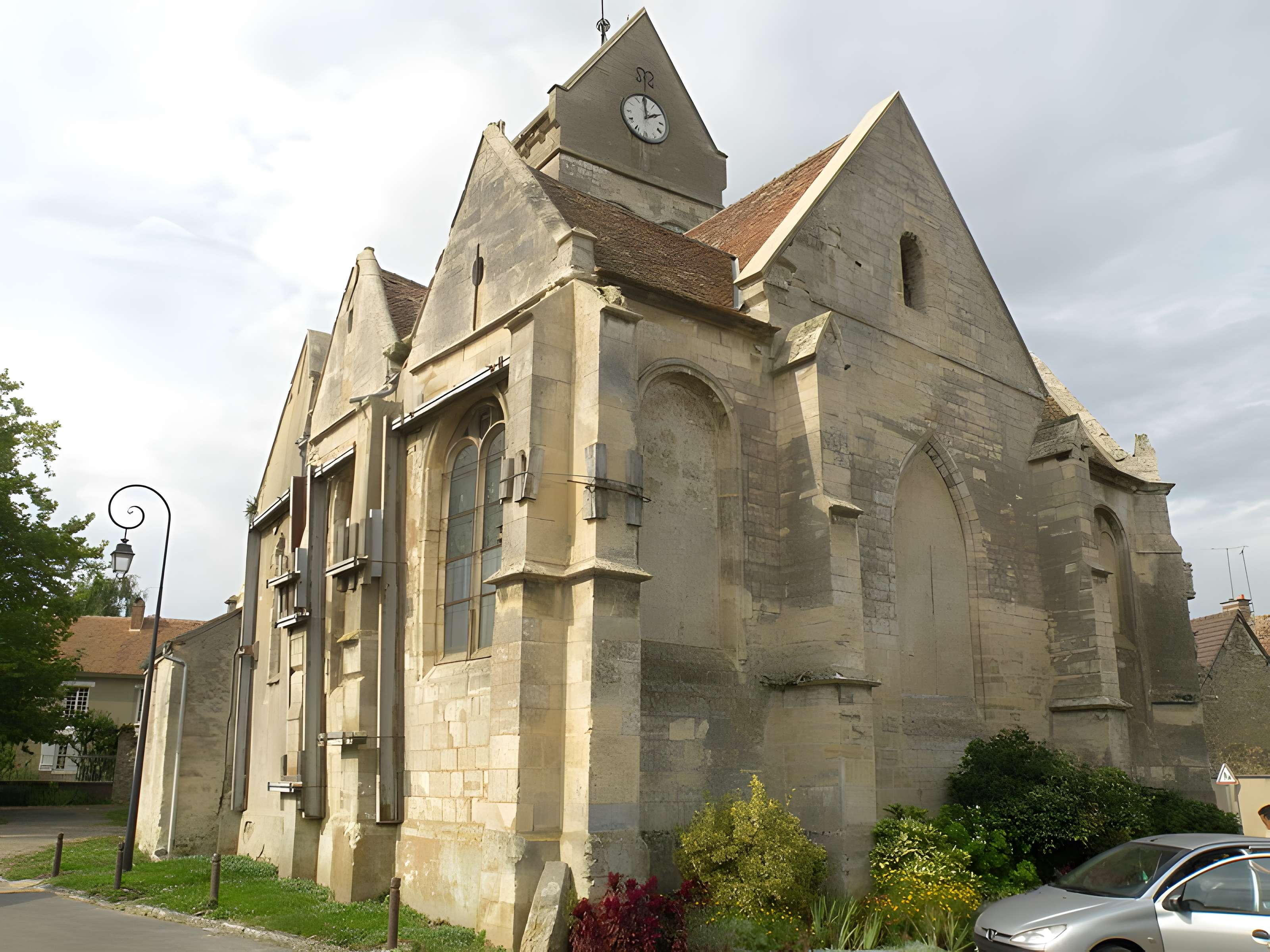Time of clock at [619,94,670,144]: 1:59
